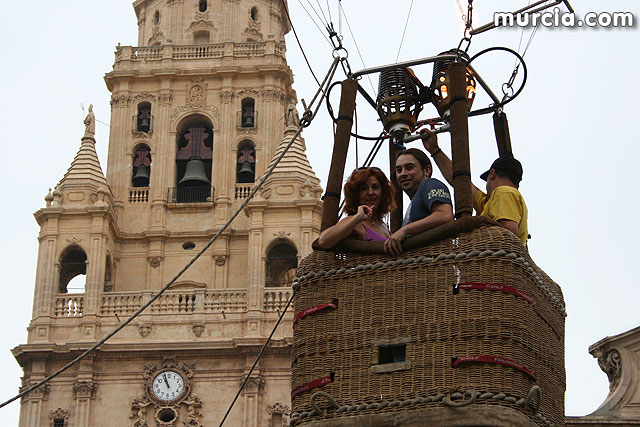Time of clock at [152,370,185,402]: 10:56
